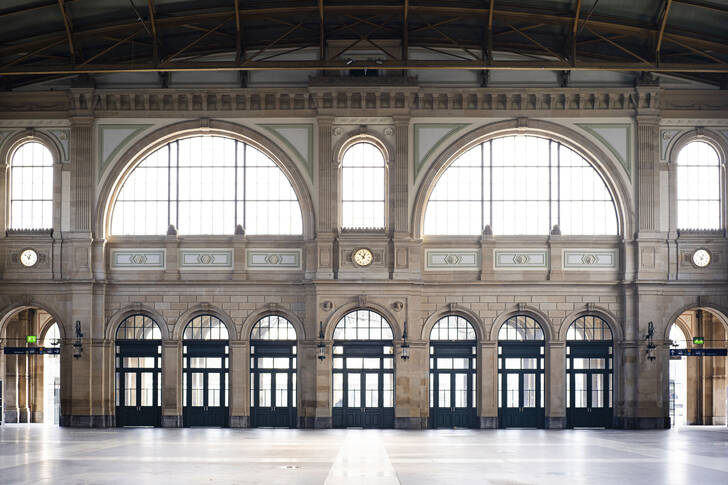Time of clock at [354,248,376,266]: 12:52
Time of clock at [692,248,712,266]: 7:04
